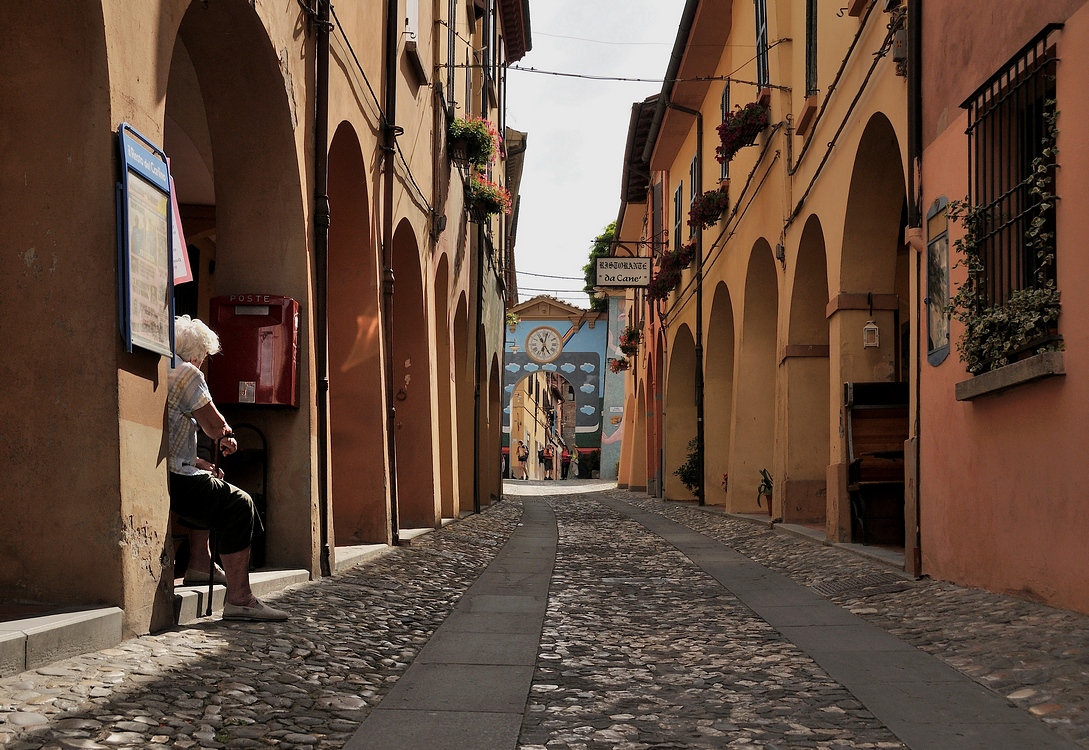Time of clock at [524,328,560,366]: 11:02
